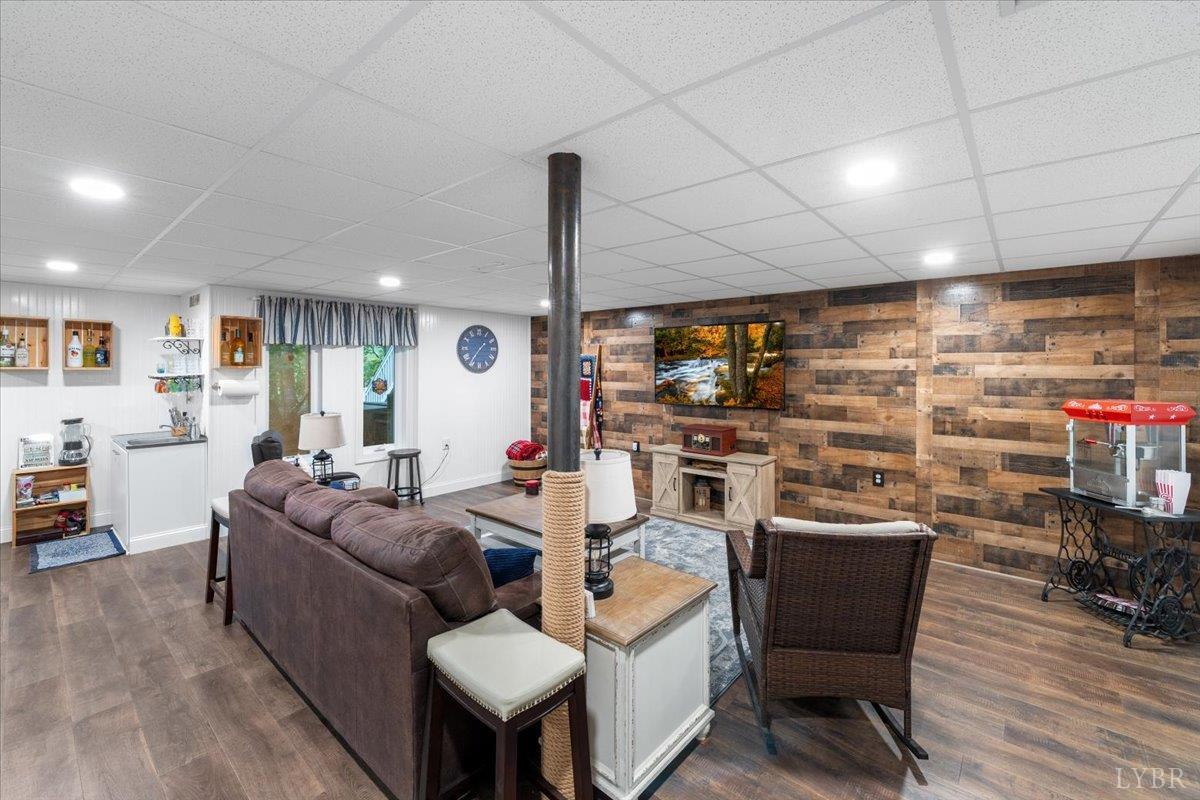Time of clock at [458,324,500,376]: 1:36
